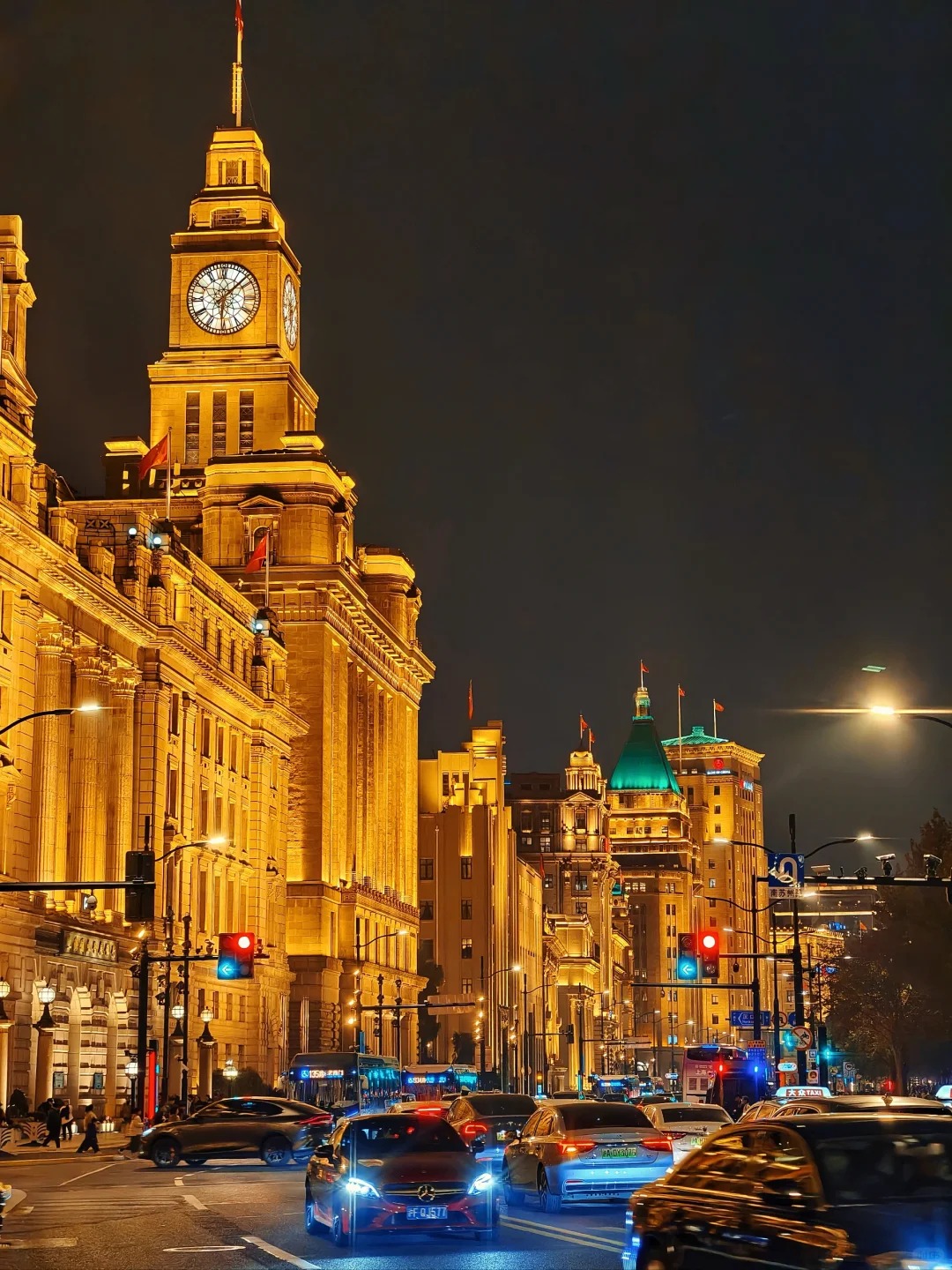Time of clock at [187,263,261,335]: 6:07
